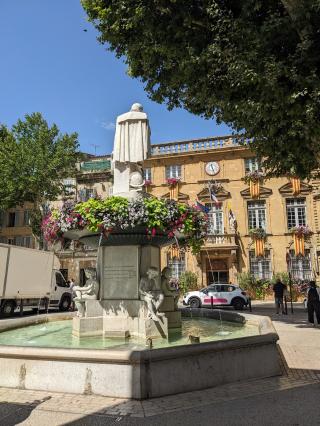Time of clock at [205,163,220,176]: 11:26
